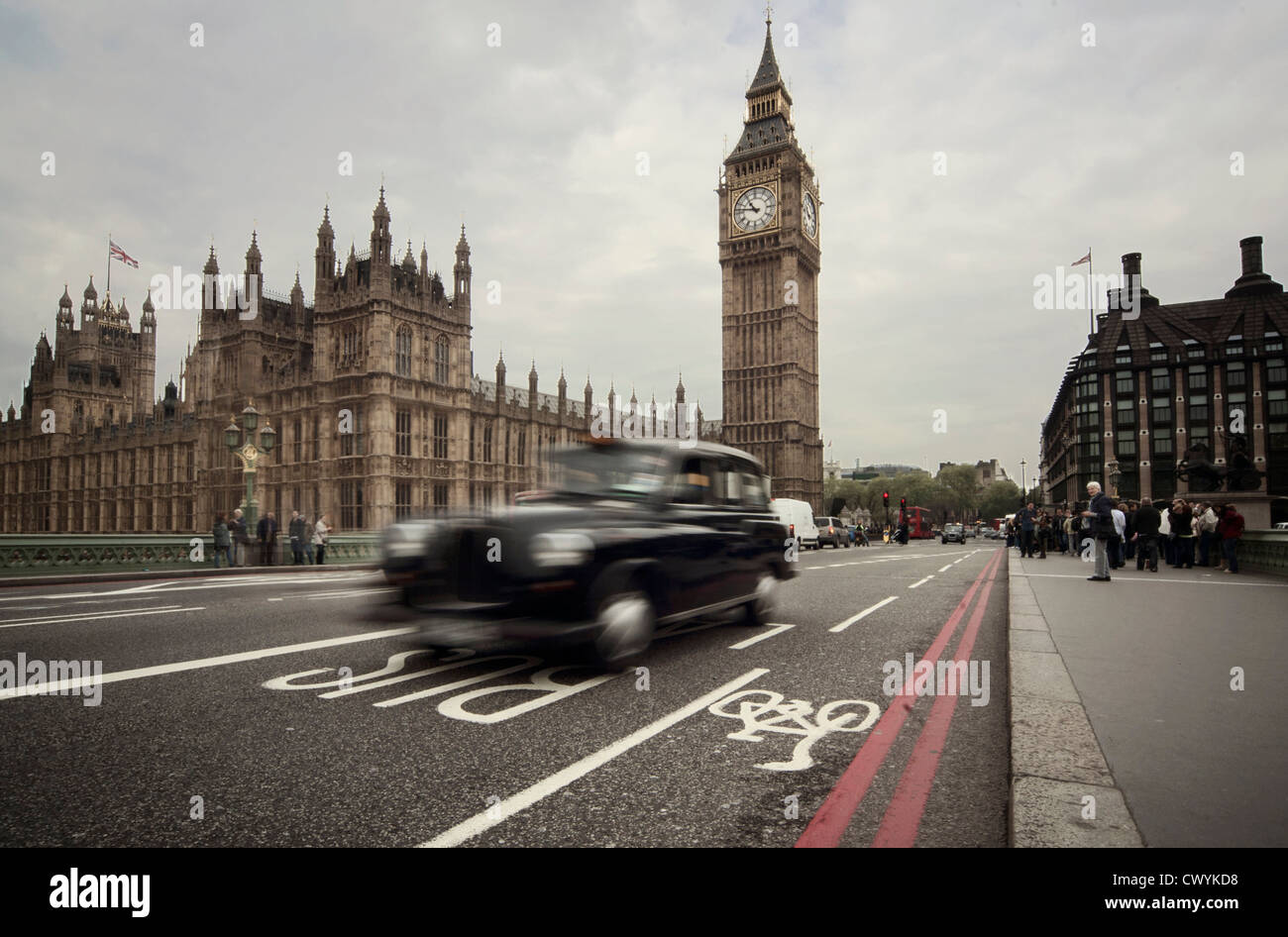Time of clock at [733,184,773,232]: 10:47
